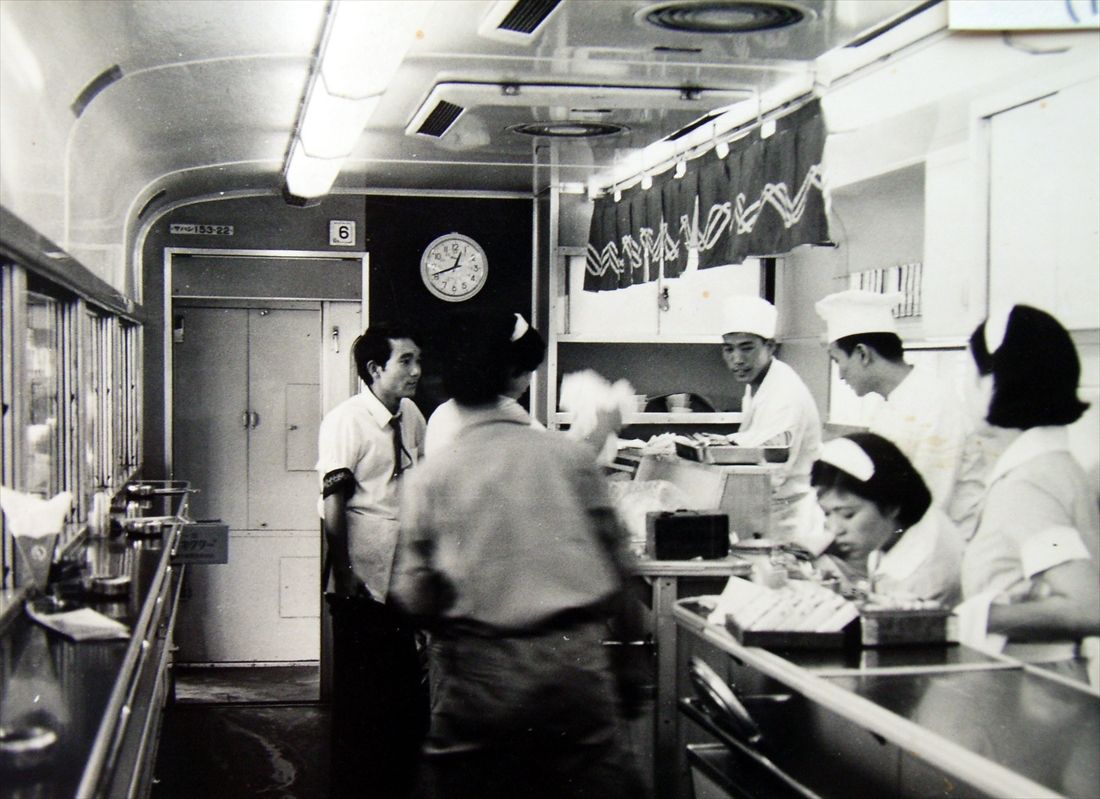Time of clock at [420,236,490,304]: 12:41
